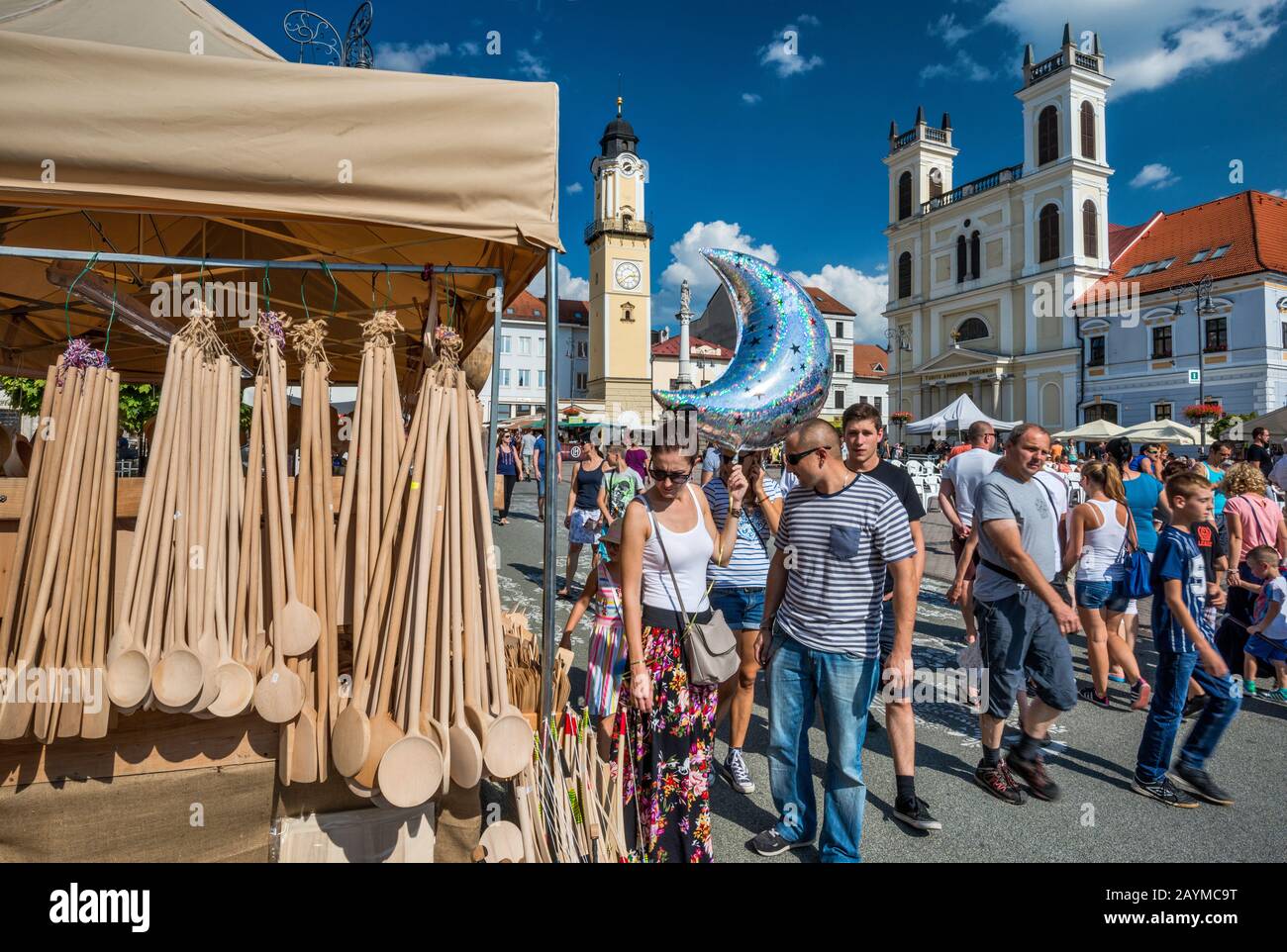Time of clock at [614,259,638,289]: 2:38
